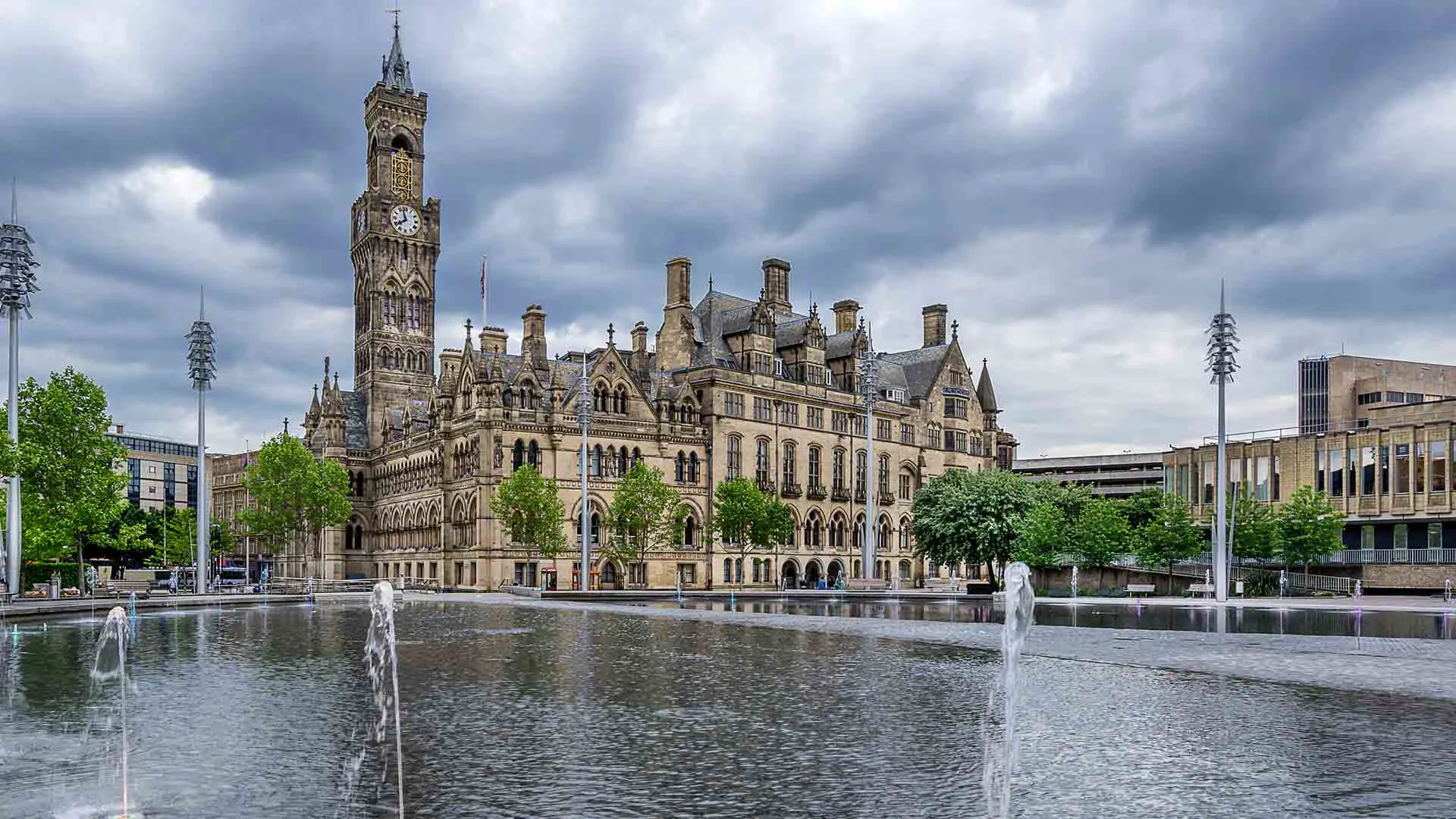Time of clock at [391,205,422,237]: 7:57
